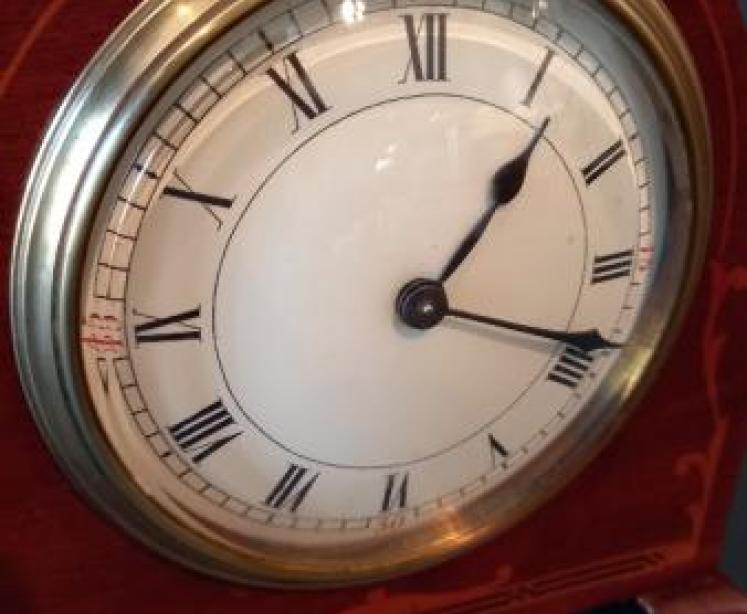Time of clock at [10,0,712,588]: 1:18
